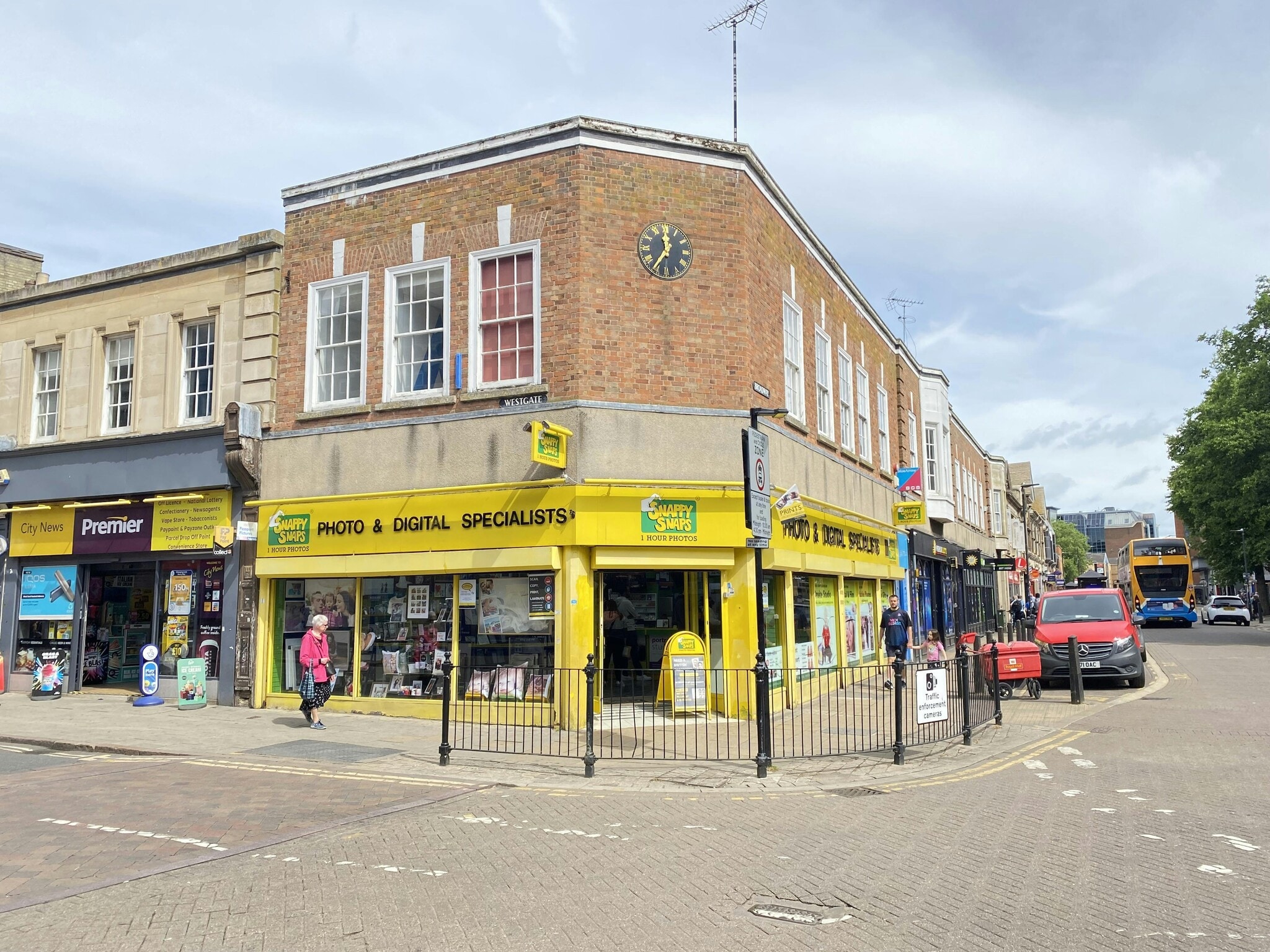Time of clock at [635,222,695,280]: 11:35
